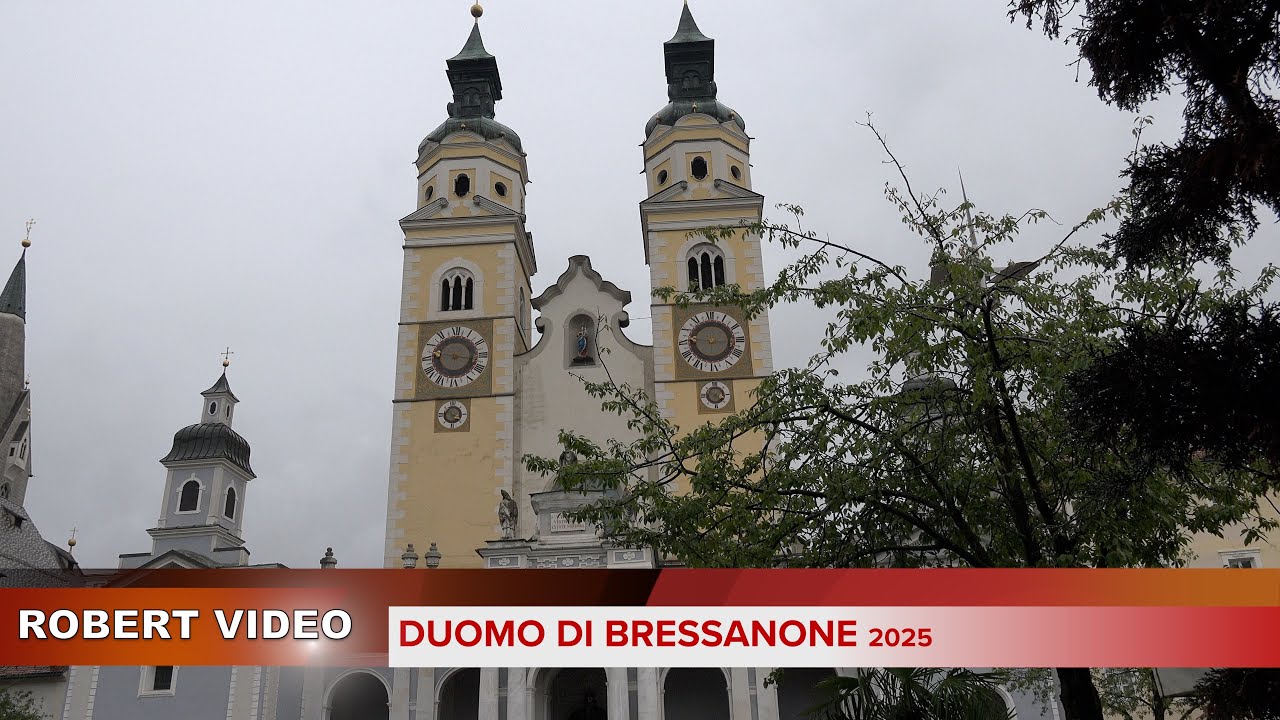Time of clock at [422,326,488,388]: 9:16
